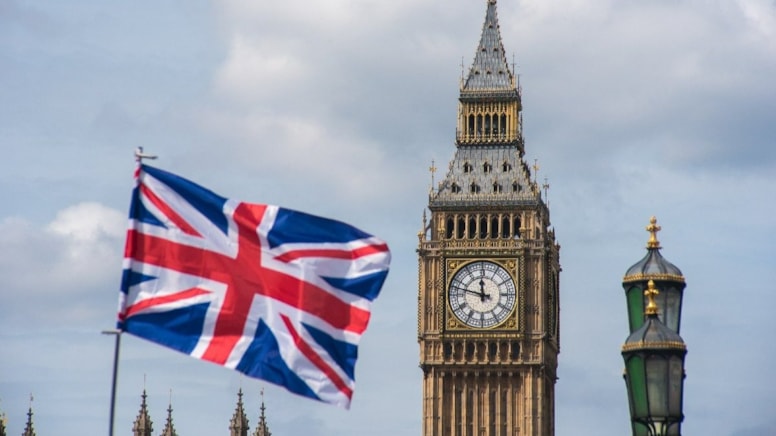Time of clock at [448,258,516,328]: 11:47
